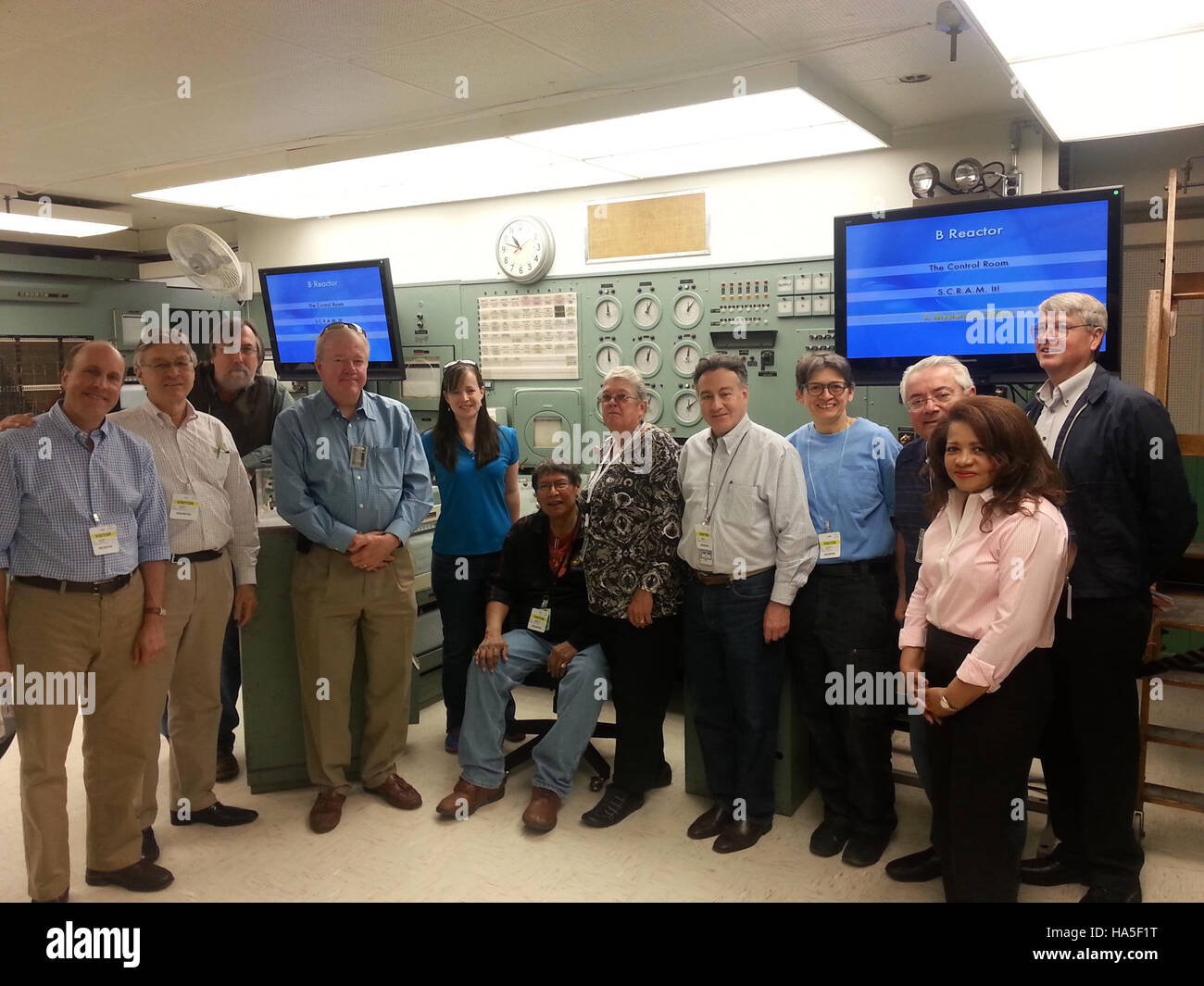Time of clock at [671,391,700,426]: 12:09
